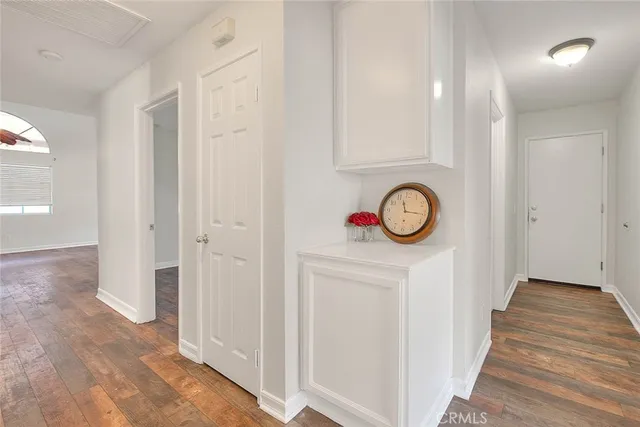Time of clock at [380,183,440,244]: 11:16
